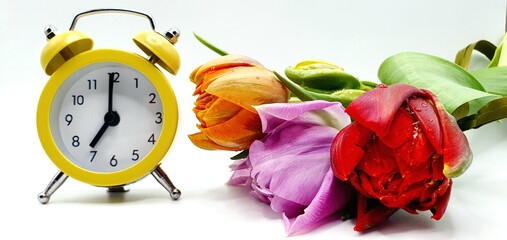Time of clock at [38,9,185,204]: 7:00
